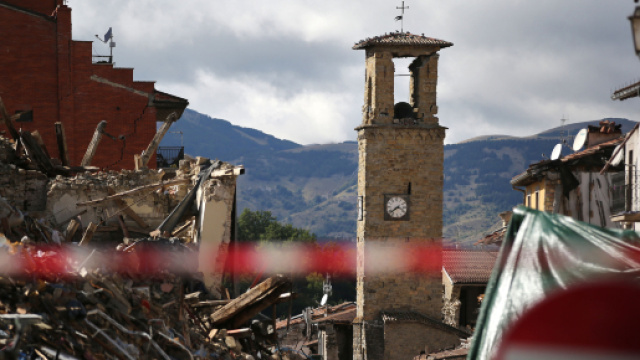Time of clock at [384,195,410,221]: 3:38
